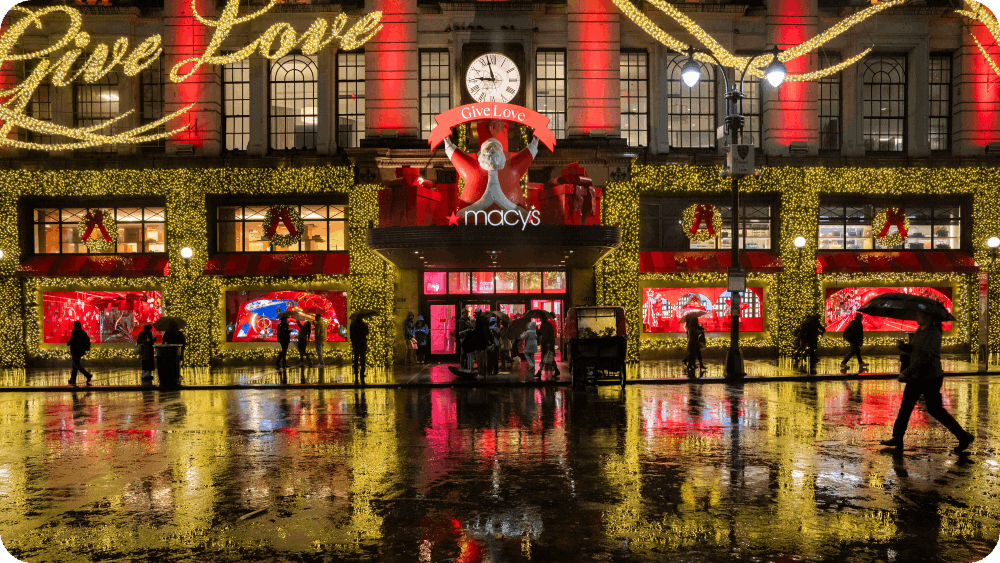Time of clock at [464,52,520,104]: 8:57
